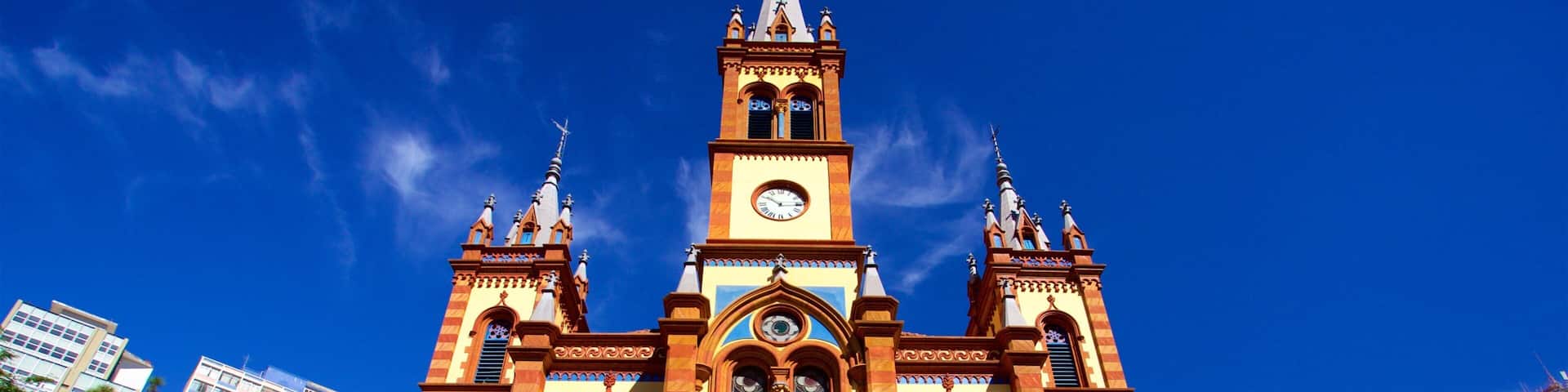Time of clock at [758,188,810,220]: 10:14
